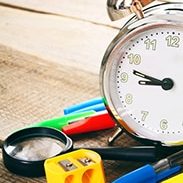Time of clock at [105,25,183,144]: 8:47
